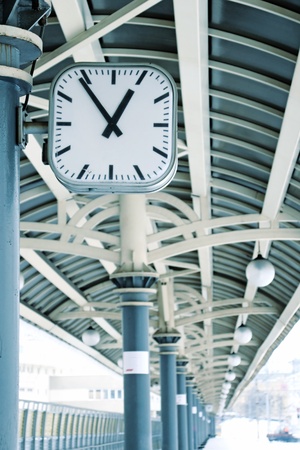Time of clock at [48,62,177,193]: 12:54
